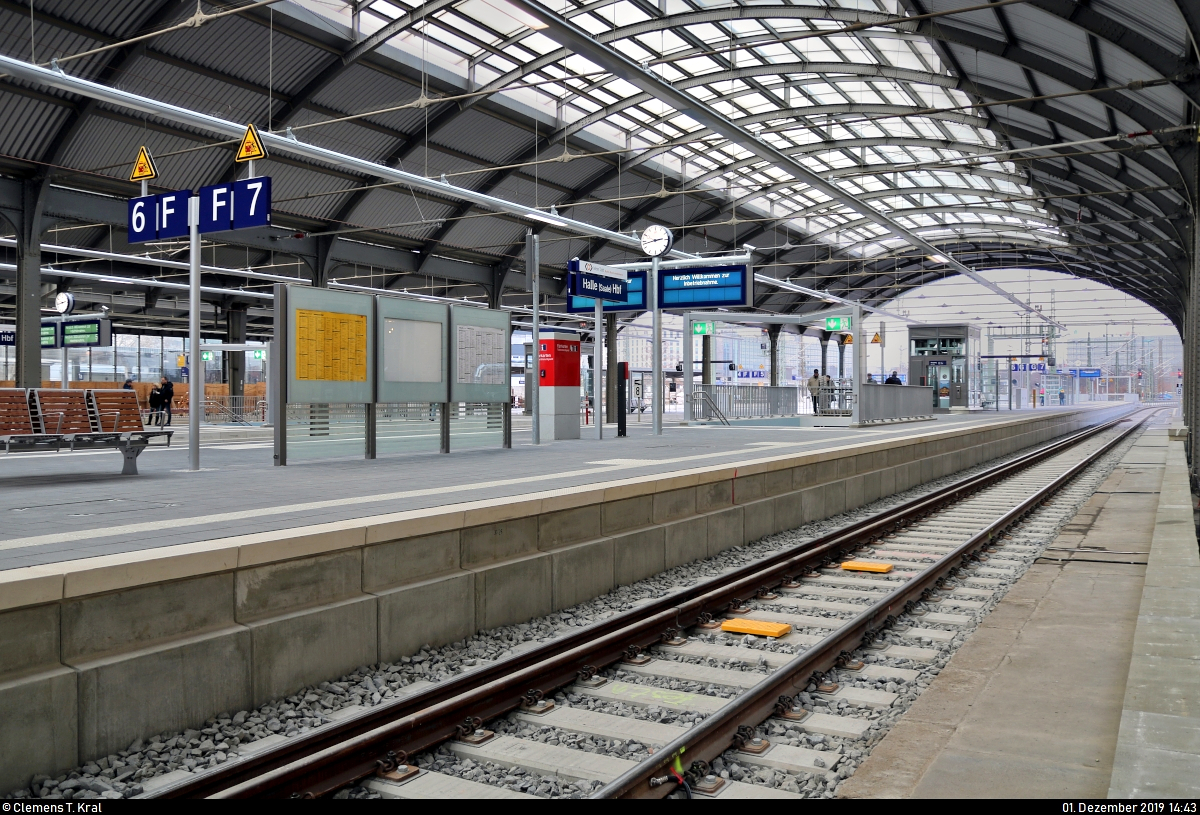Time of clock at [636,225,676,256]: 2:42
